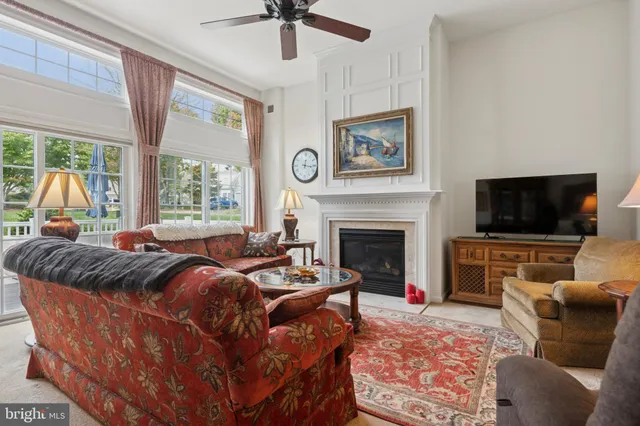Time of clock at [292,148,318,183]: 12:16
